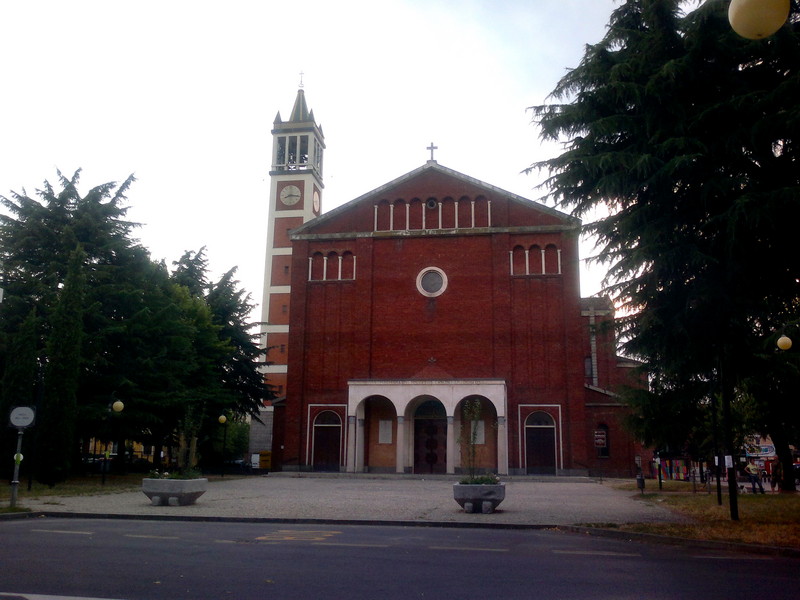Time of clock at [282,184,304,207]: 8:15
